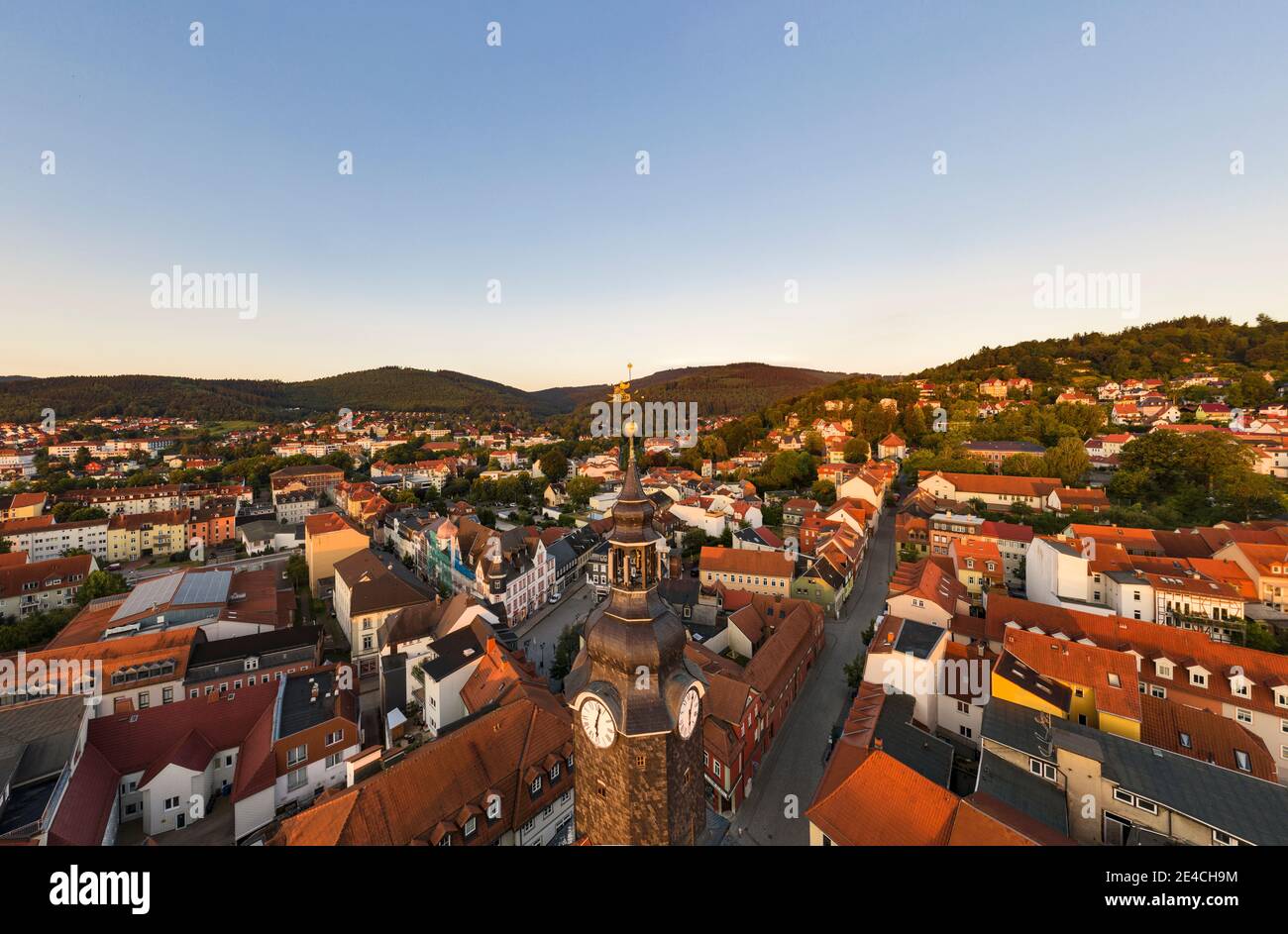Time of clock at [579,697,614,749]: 6:02
